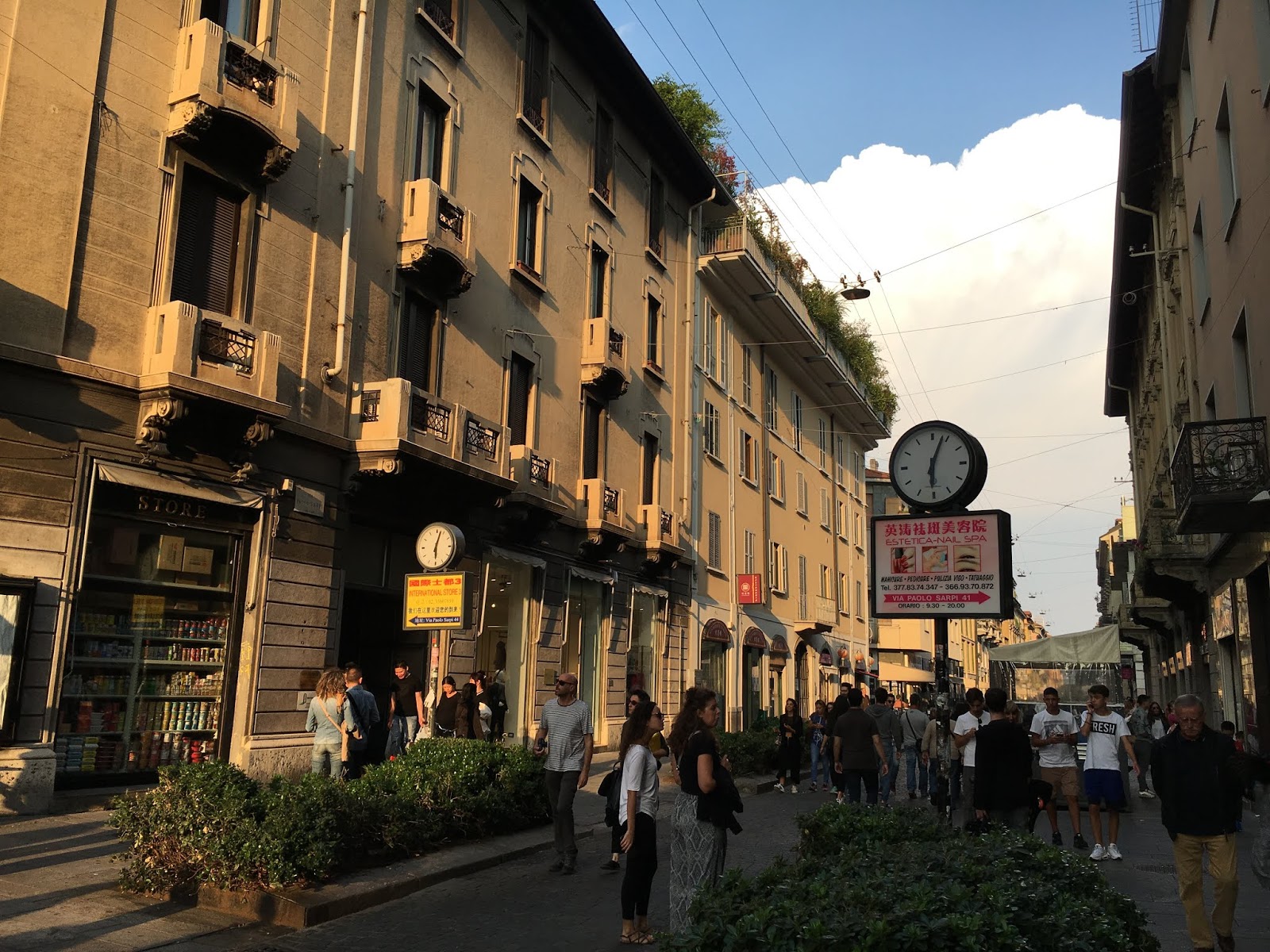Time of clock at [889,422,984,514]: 6:03
